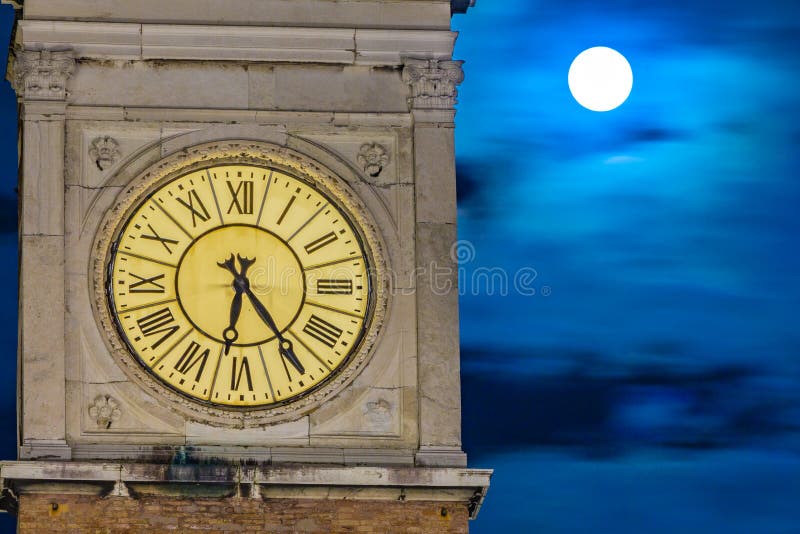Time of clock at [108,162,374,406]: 6:24
